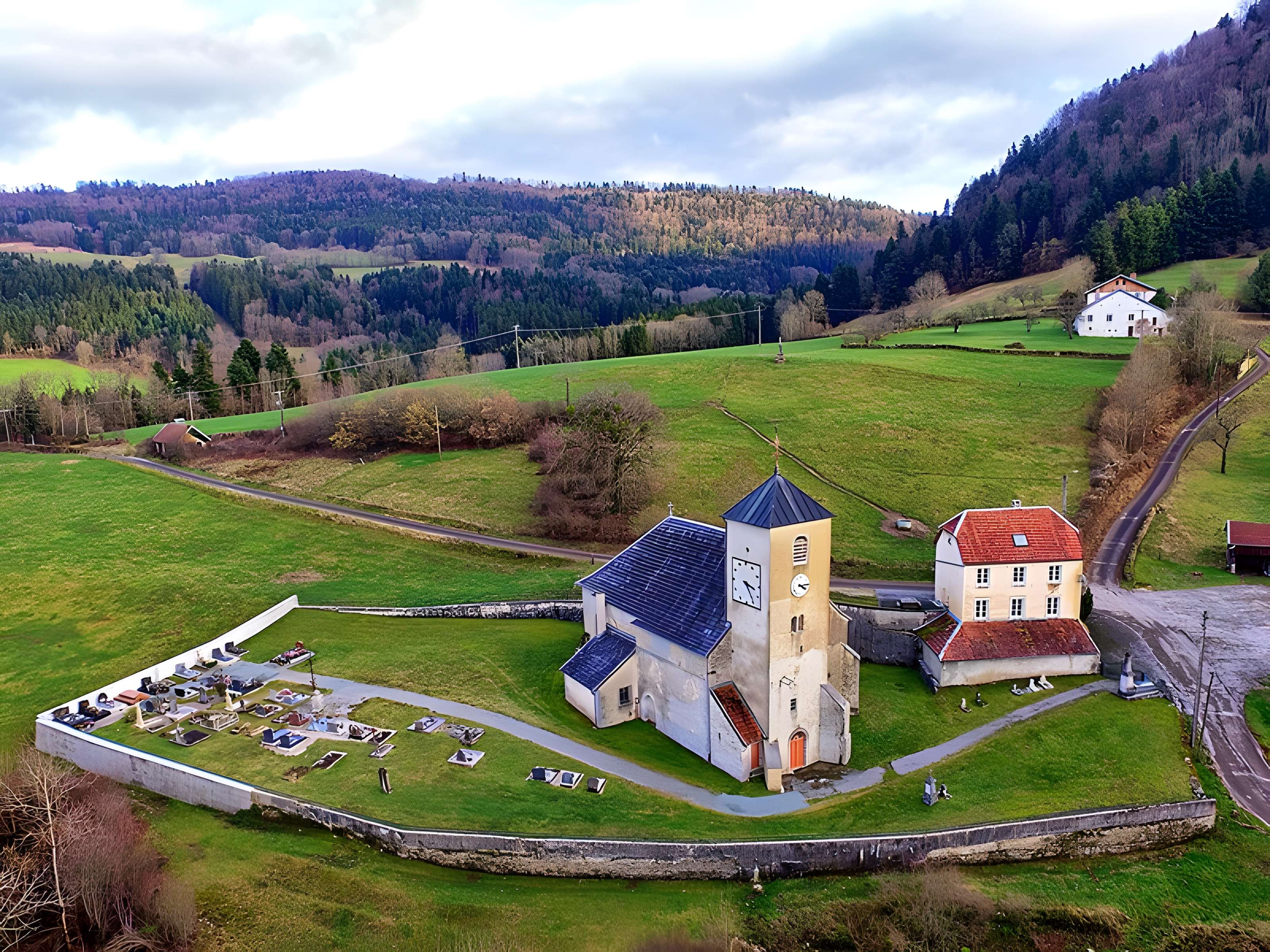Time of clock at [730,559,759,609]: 3:23
